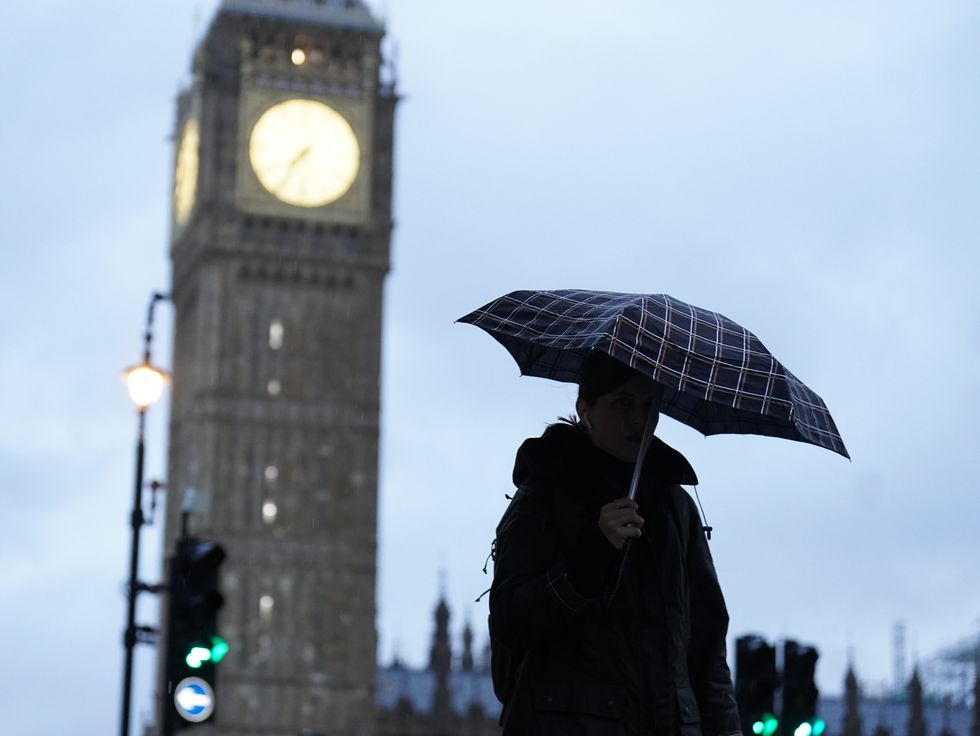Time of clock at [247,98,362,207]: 7:35
